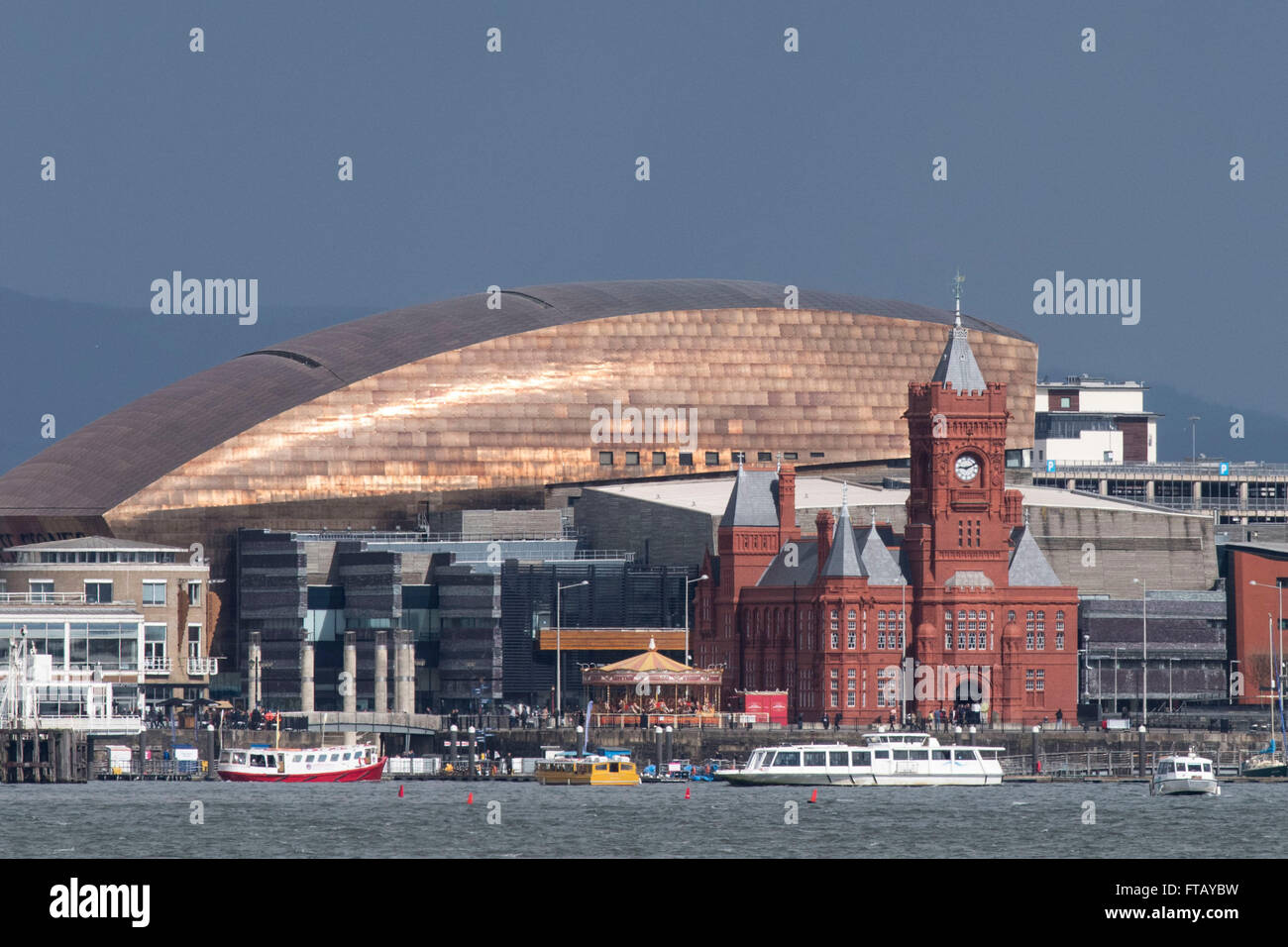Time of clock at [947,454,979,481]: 9:11
